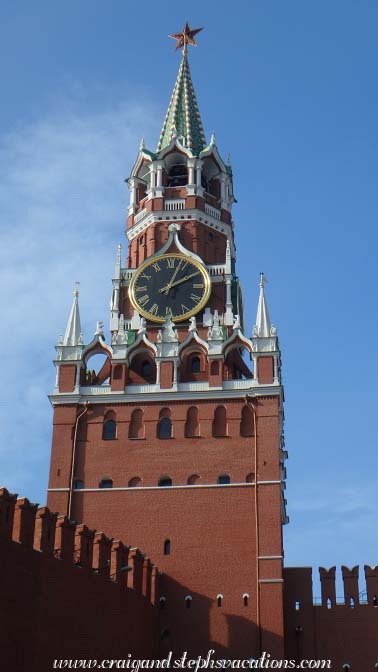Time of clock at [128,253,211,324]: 2:03
